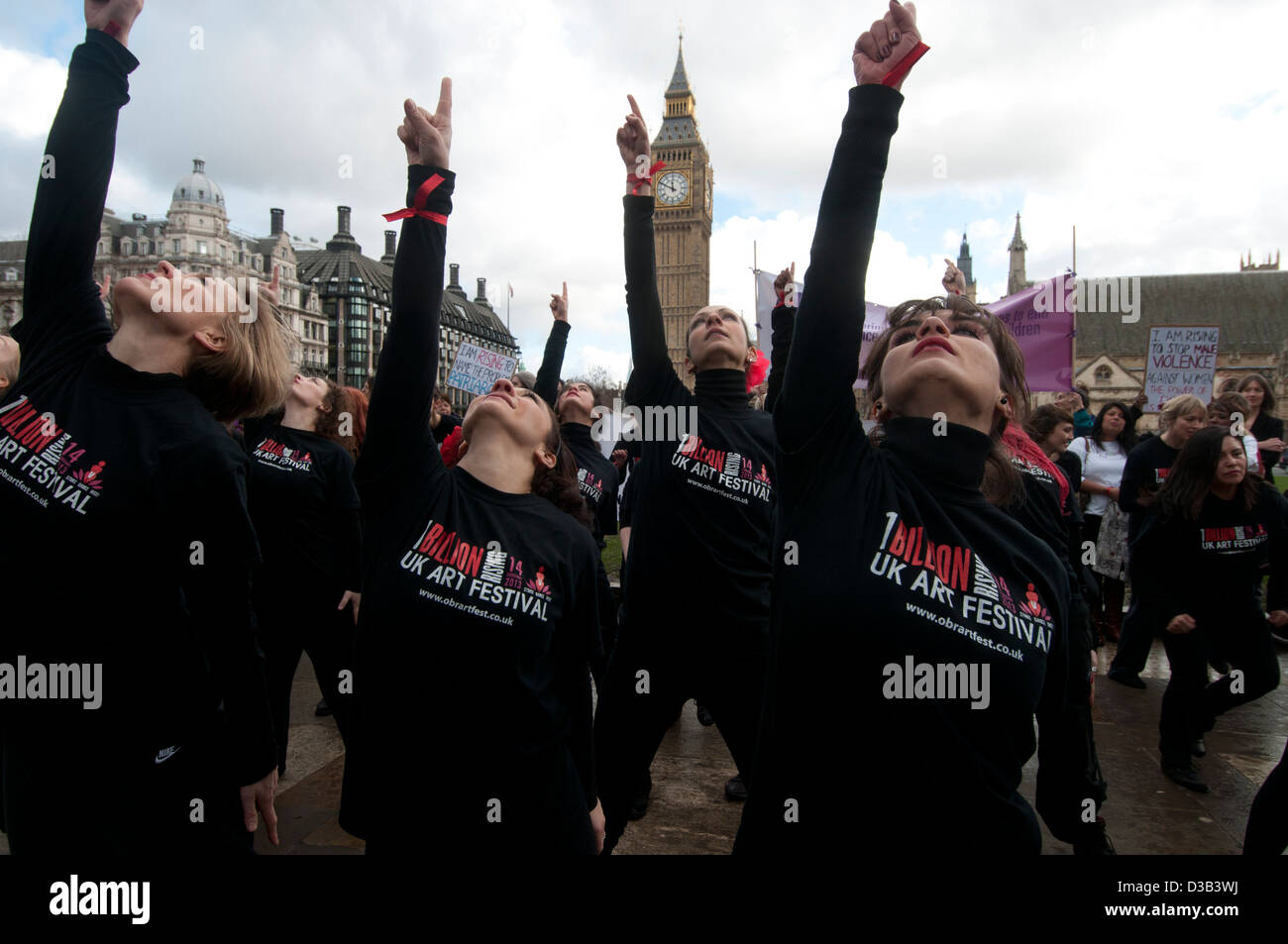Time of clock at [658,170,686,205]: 11:49
